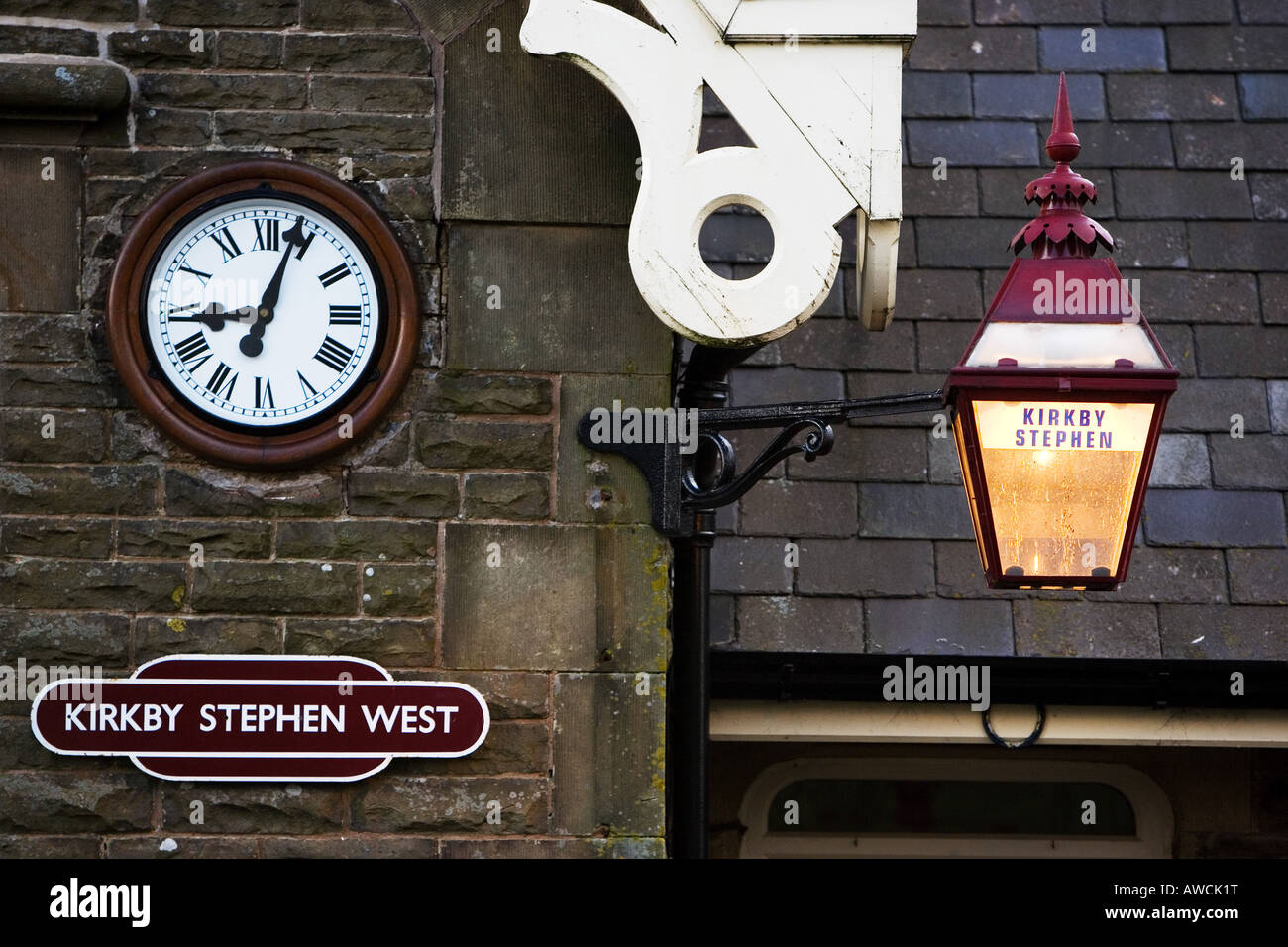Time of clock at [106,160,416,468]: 9:03
